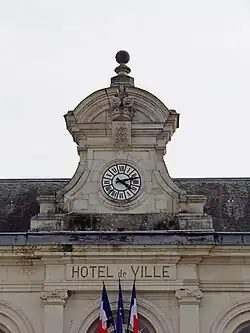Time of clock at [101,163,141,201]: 4:12
